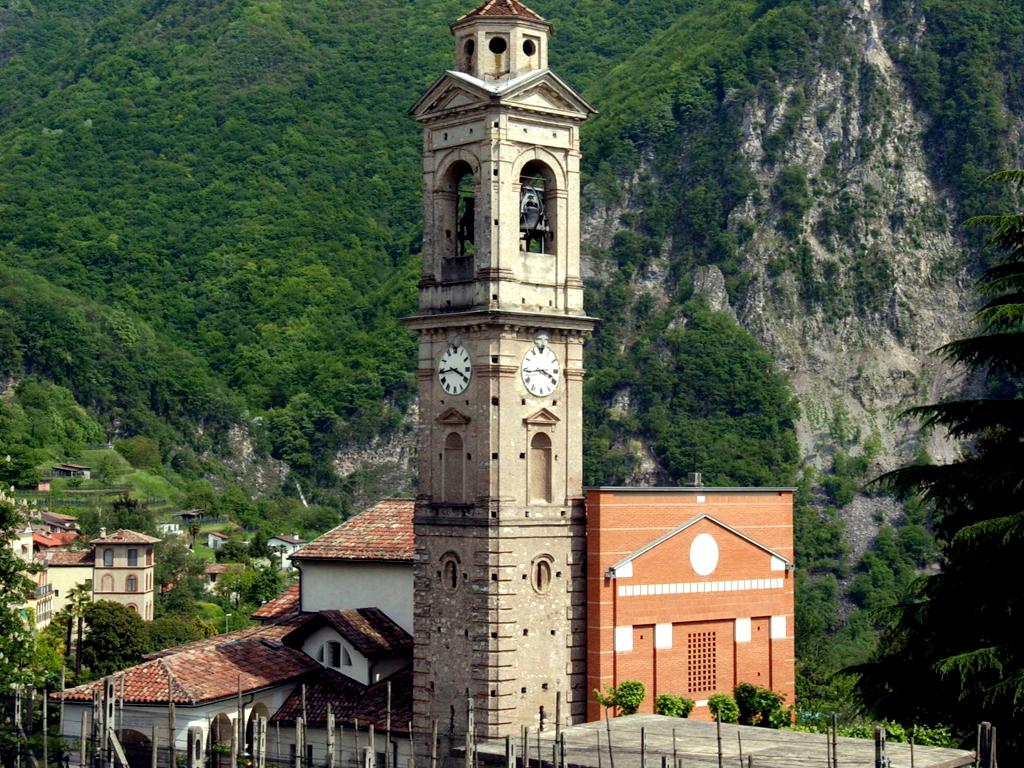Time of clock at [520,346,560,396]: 3:43
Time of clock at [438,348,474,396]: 3:43
